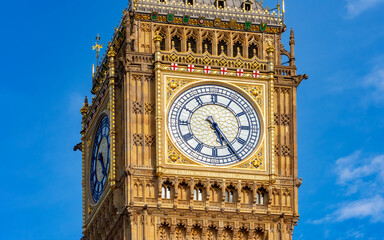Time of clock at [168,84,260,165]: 5:24
